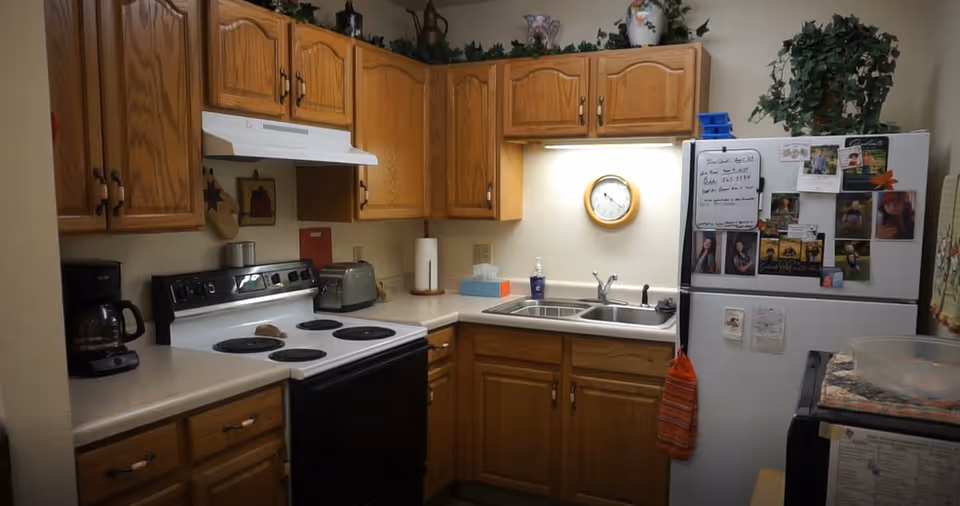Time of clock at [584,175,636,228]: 4:21
